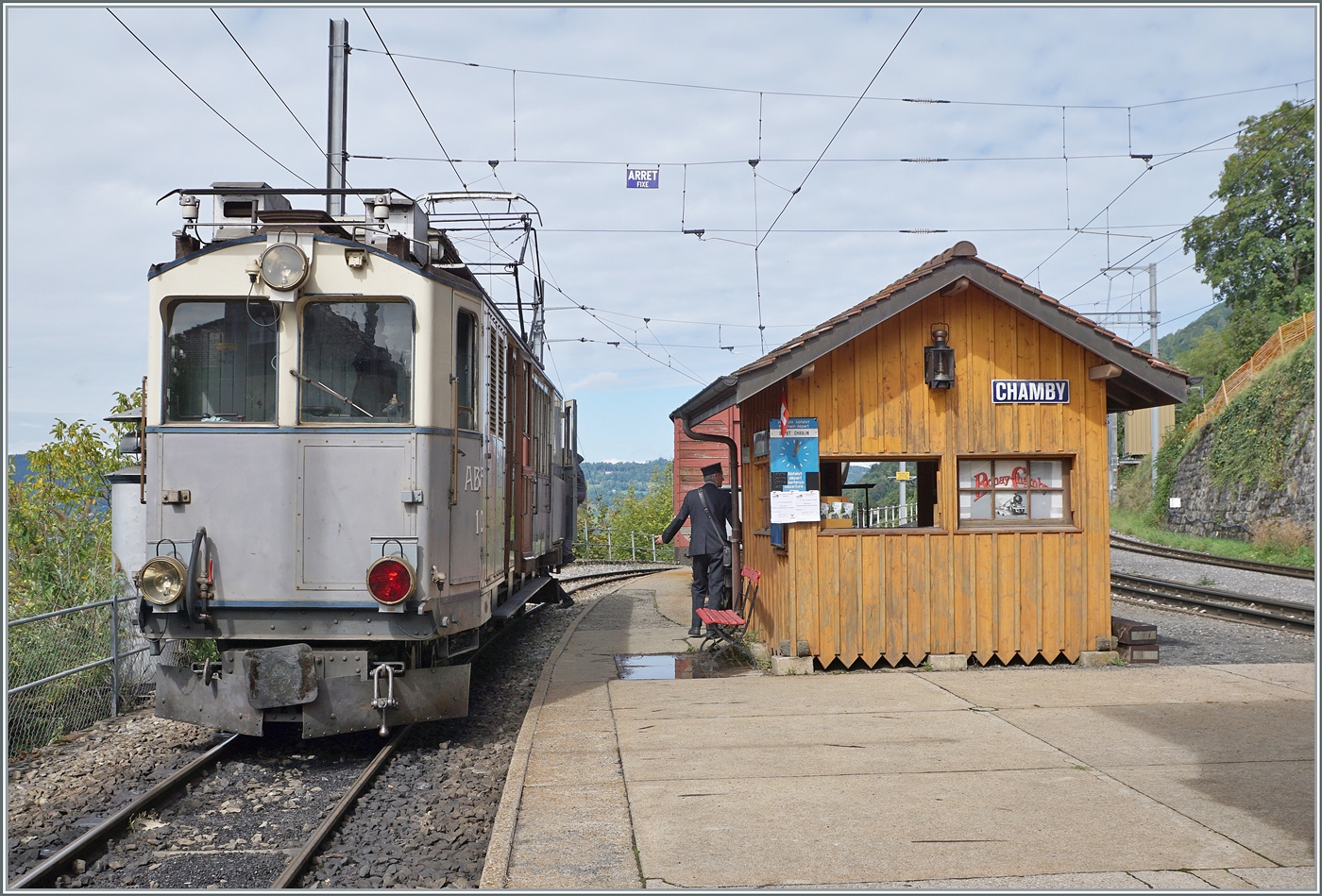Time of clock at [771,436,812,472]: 1:02
